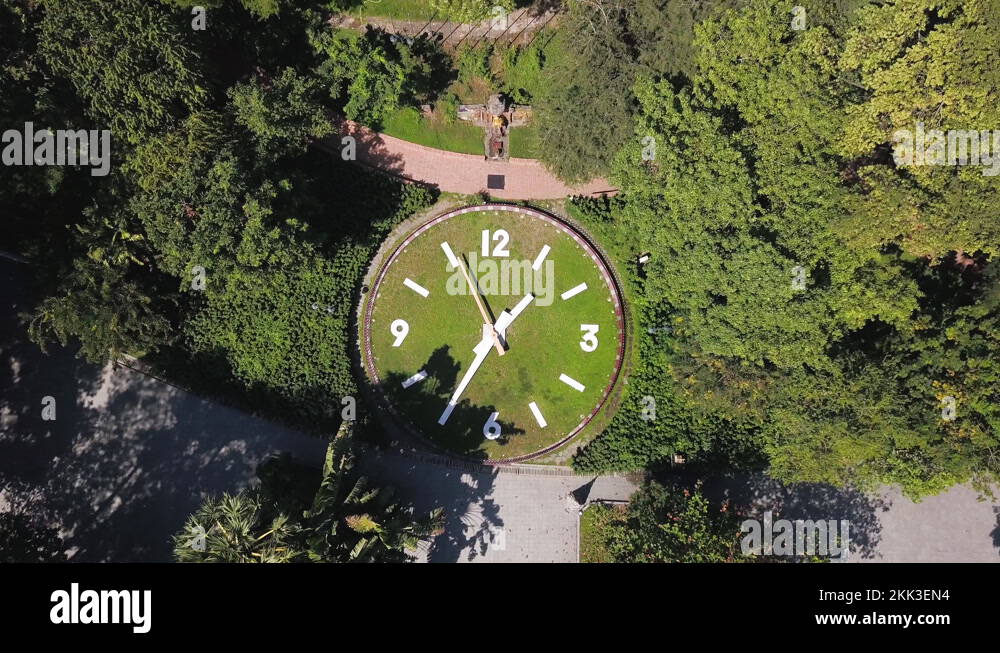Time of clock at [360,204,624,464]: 1:35
